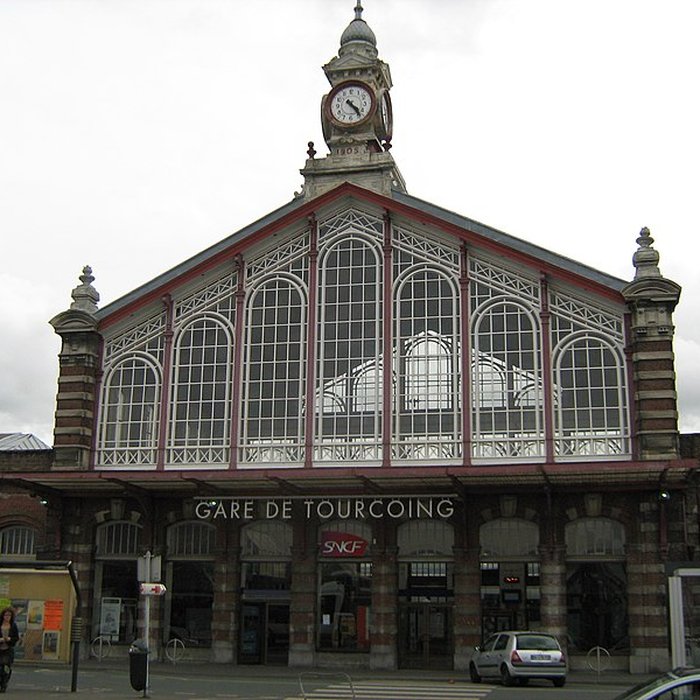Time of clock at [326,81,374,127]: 4:23
